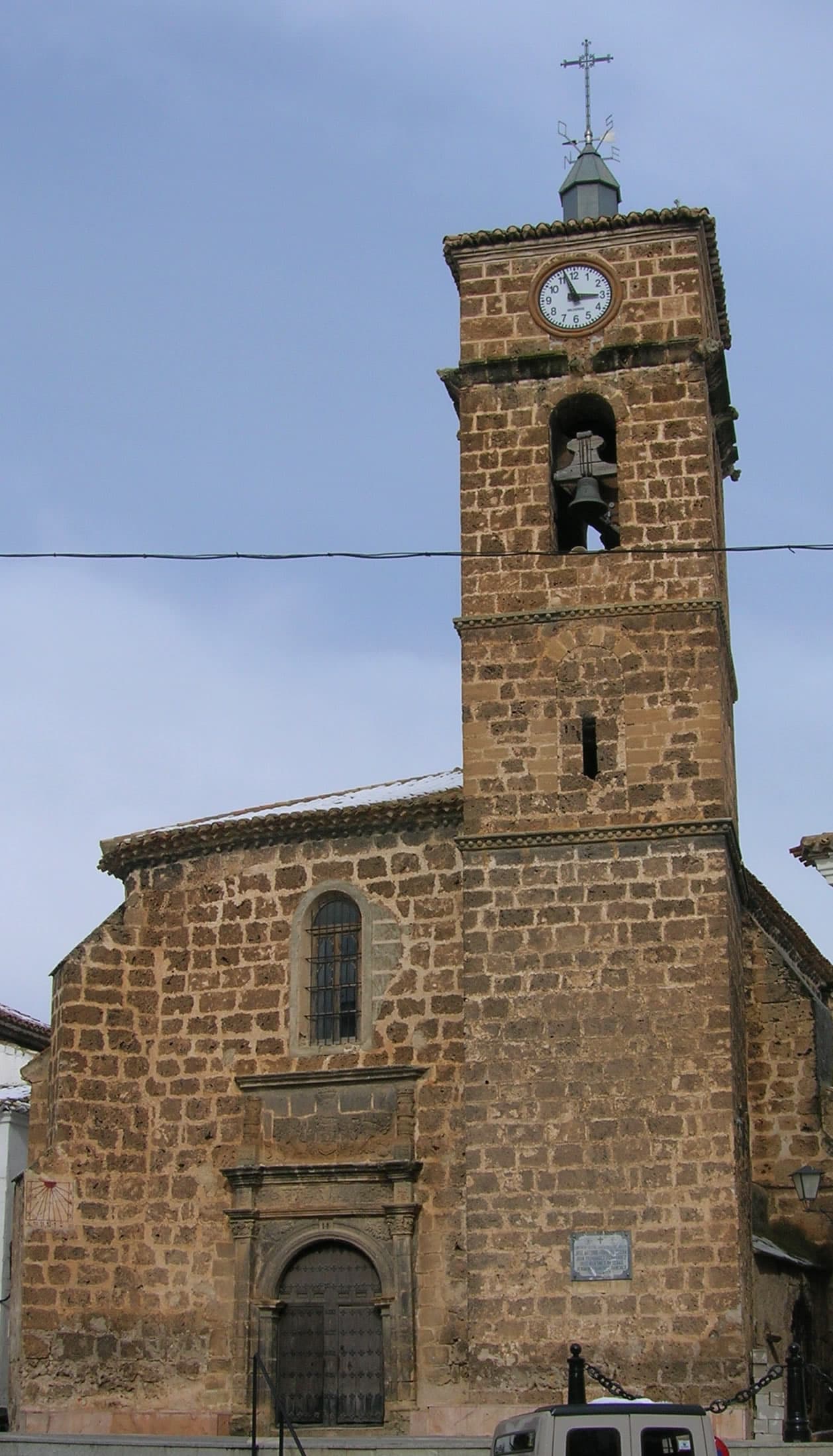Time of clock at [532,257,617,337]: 2:56
